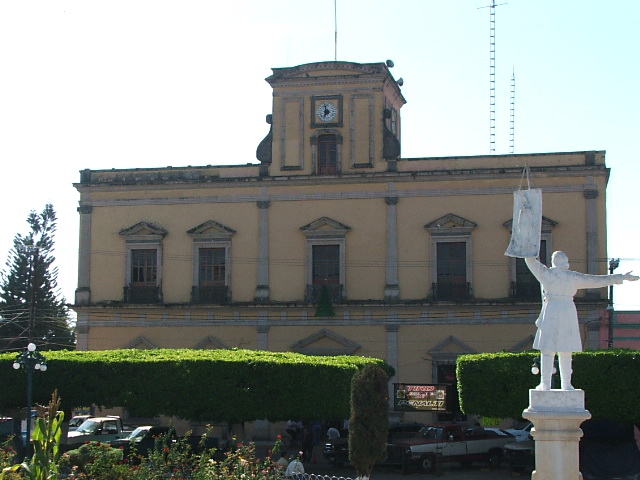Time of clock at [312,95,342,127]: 6:58
